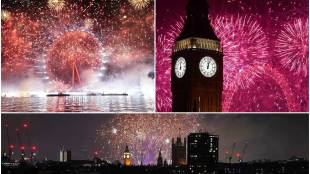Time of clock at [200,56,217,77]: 12:03
